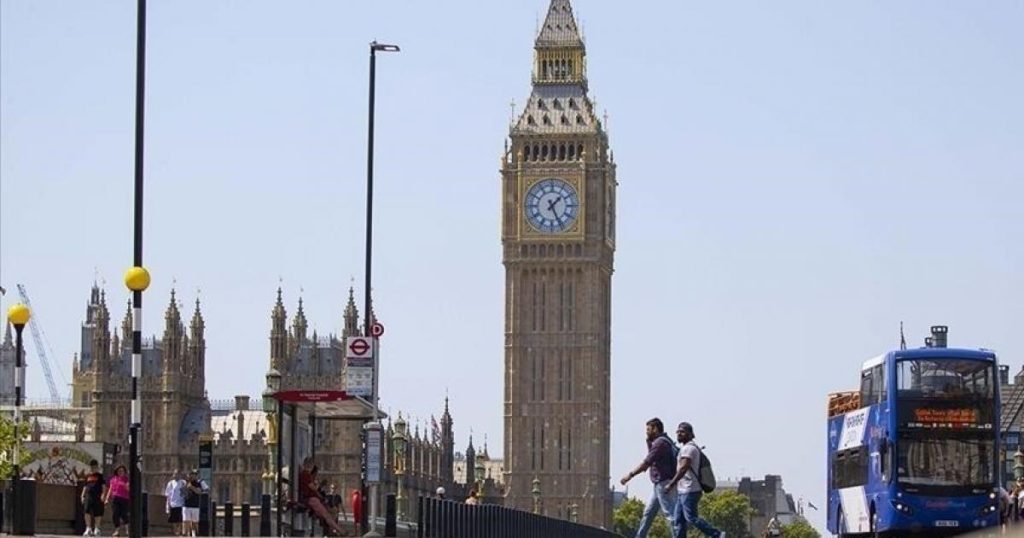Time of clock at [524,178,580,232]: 1:26
